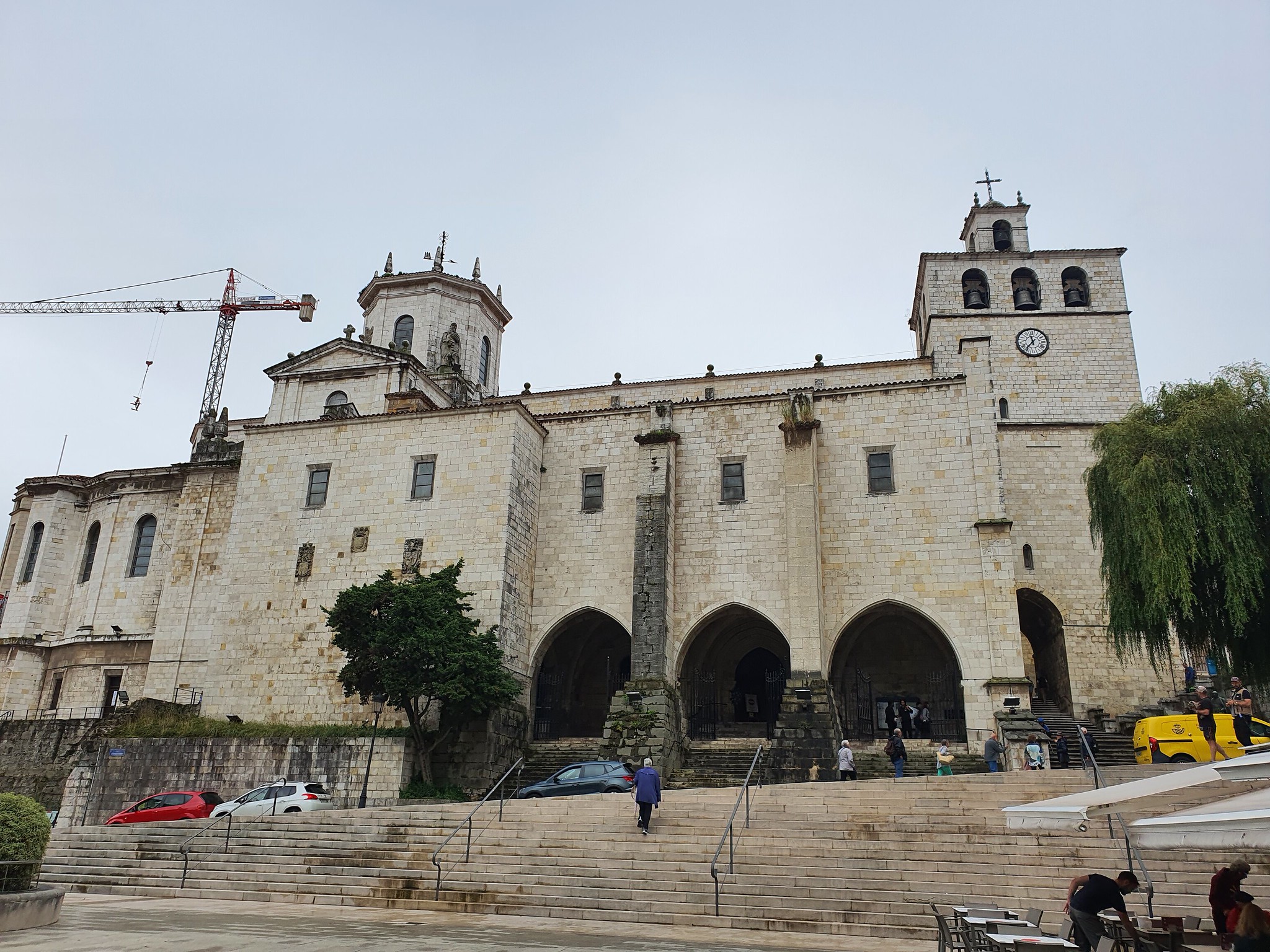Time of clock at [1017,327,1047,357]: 11:36
